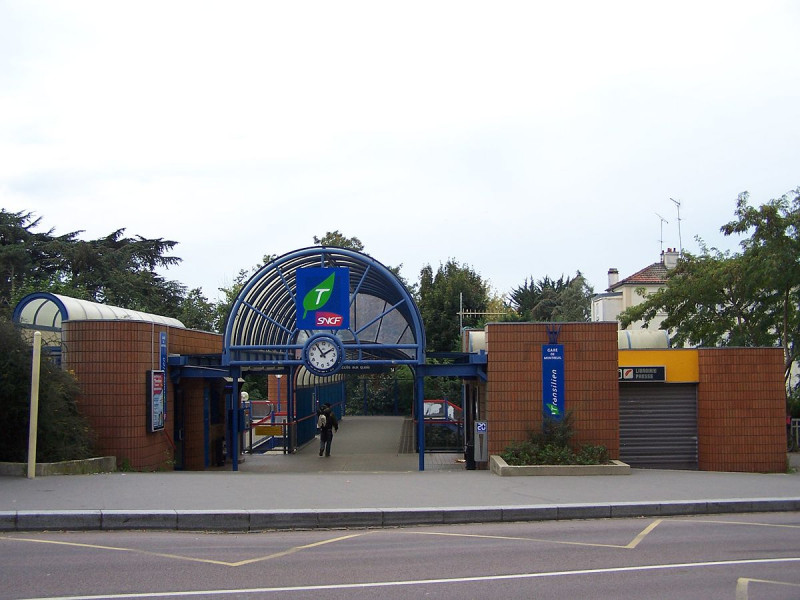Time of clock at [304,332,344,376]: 1:54
